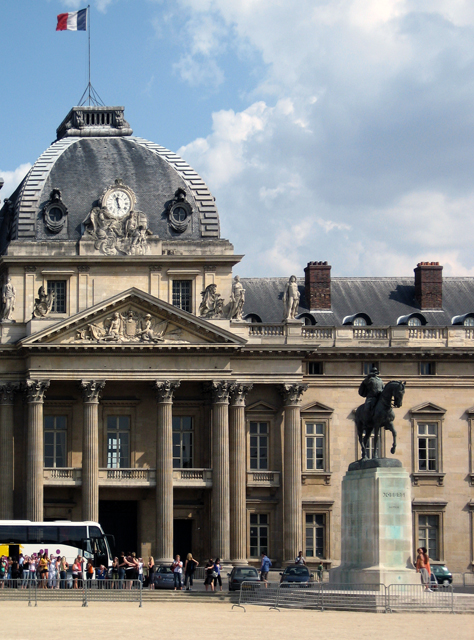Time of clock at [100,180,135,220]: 11:56
